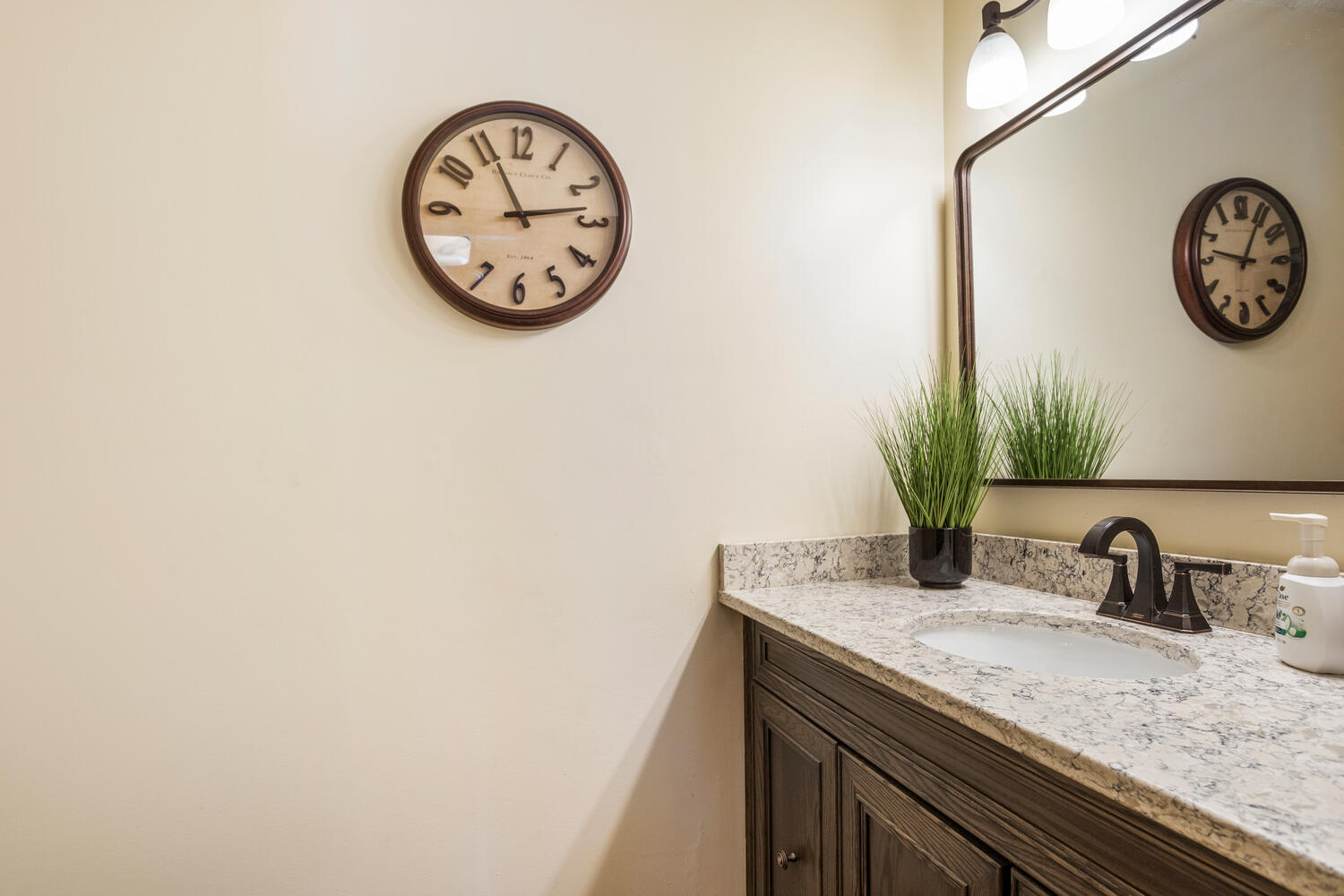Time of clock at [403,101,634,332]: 11:13
